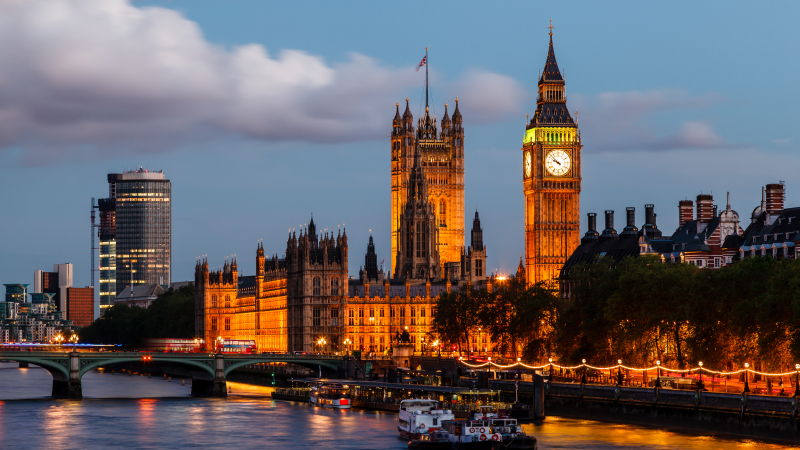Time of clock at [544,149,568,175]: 9:52
